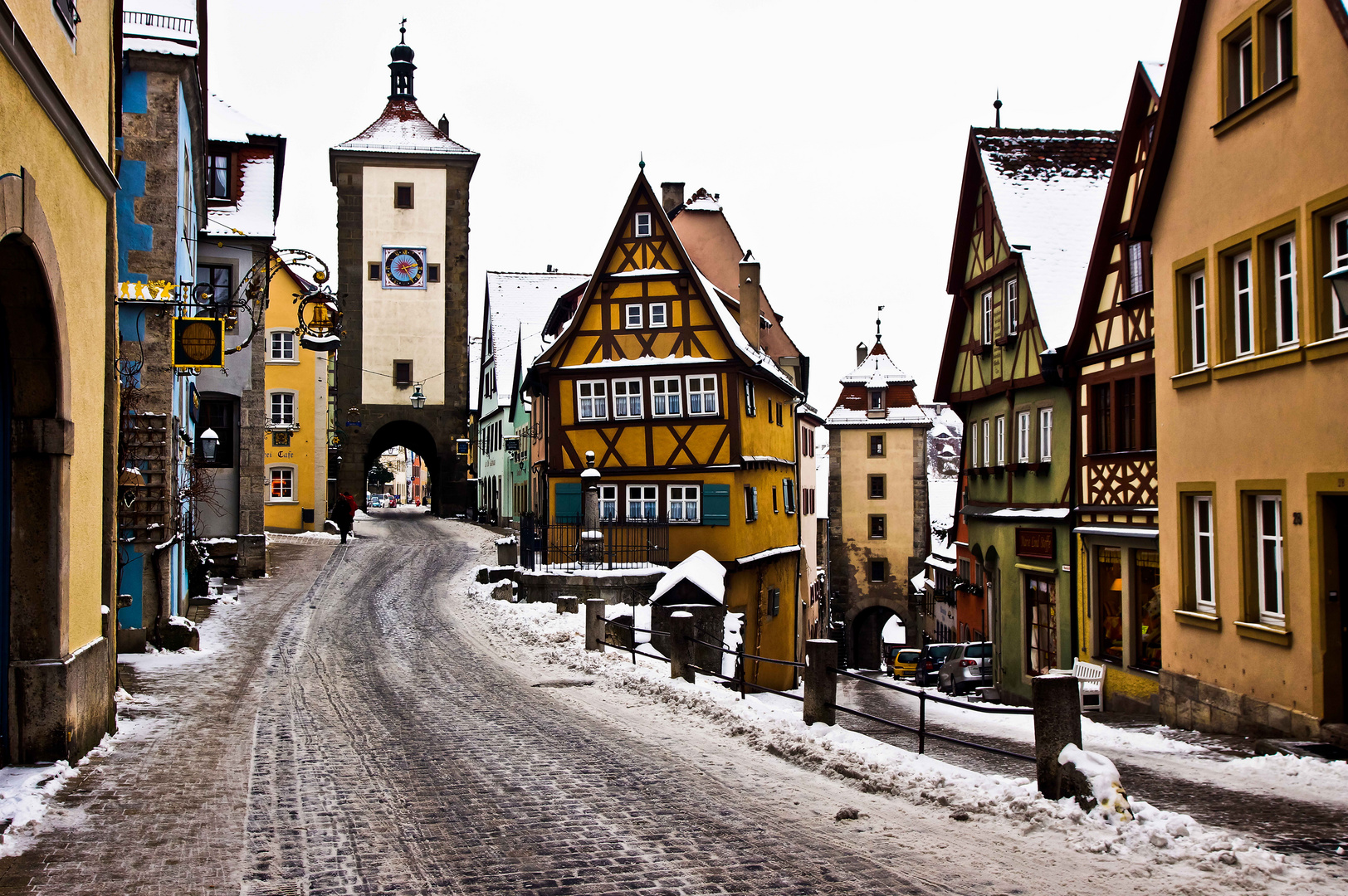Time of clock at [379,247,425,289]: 2:24
